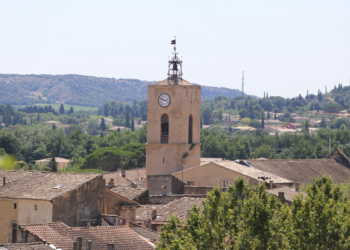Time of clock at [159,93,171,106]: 2:48
